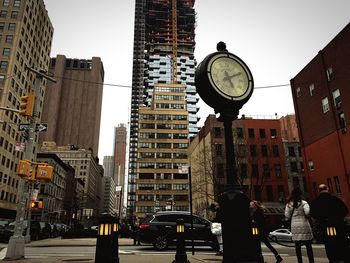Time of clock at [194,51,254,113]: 5:10
